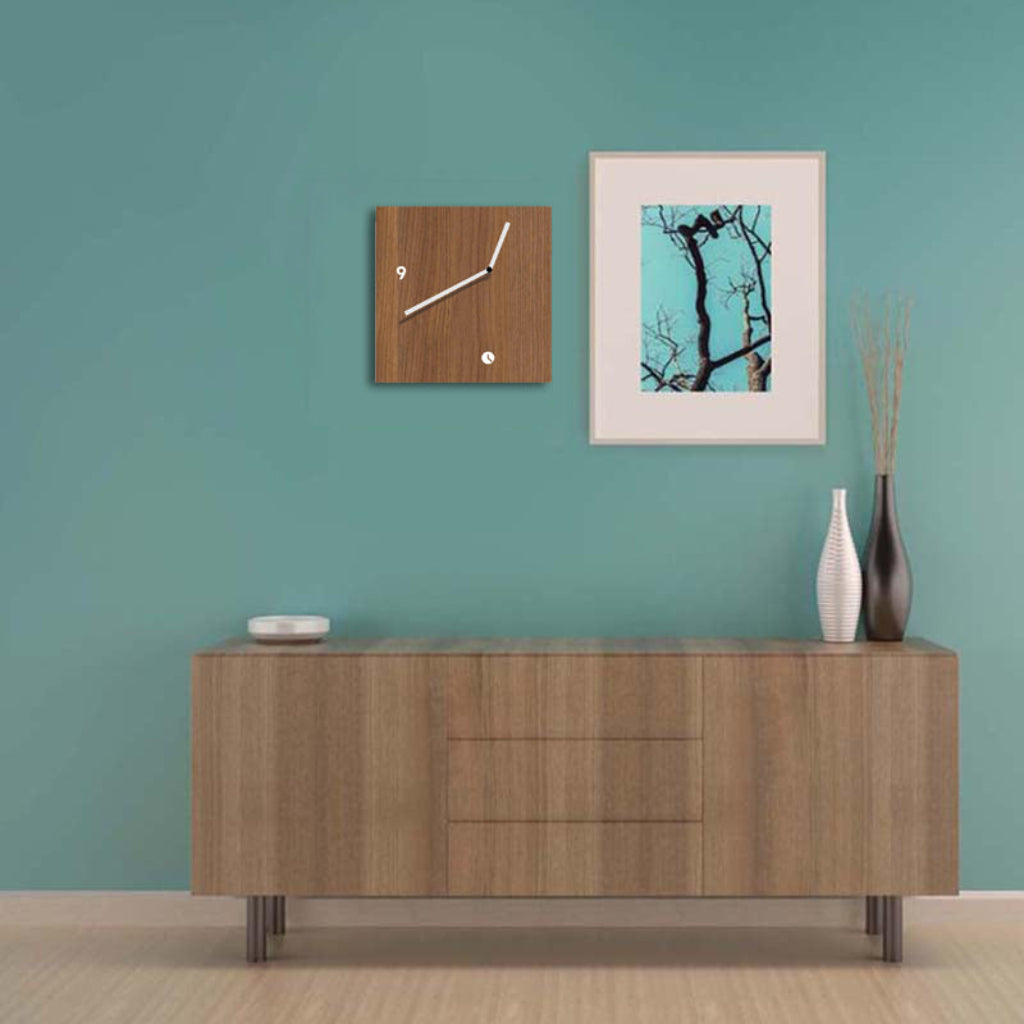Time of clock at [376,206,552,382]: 12:40
